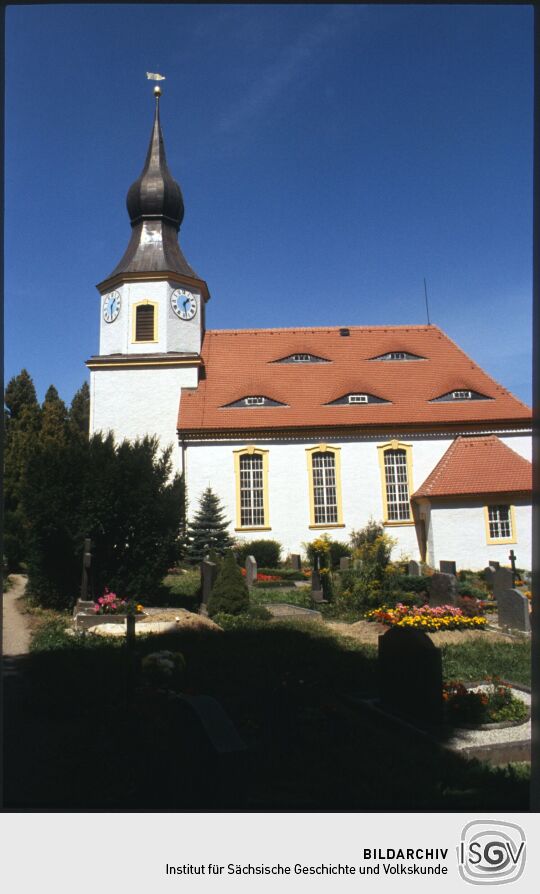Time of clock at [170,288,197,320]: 1:28
